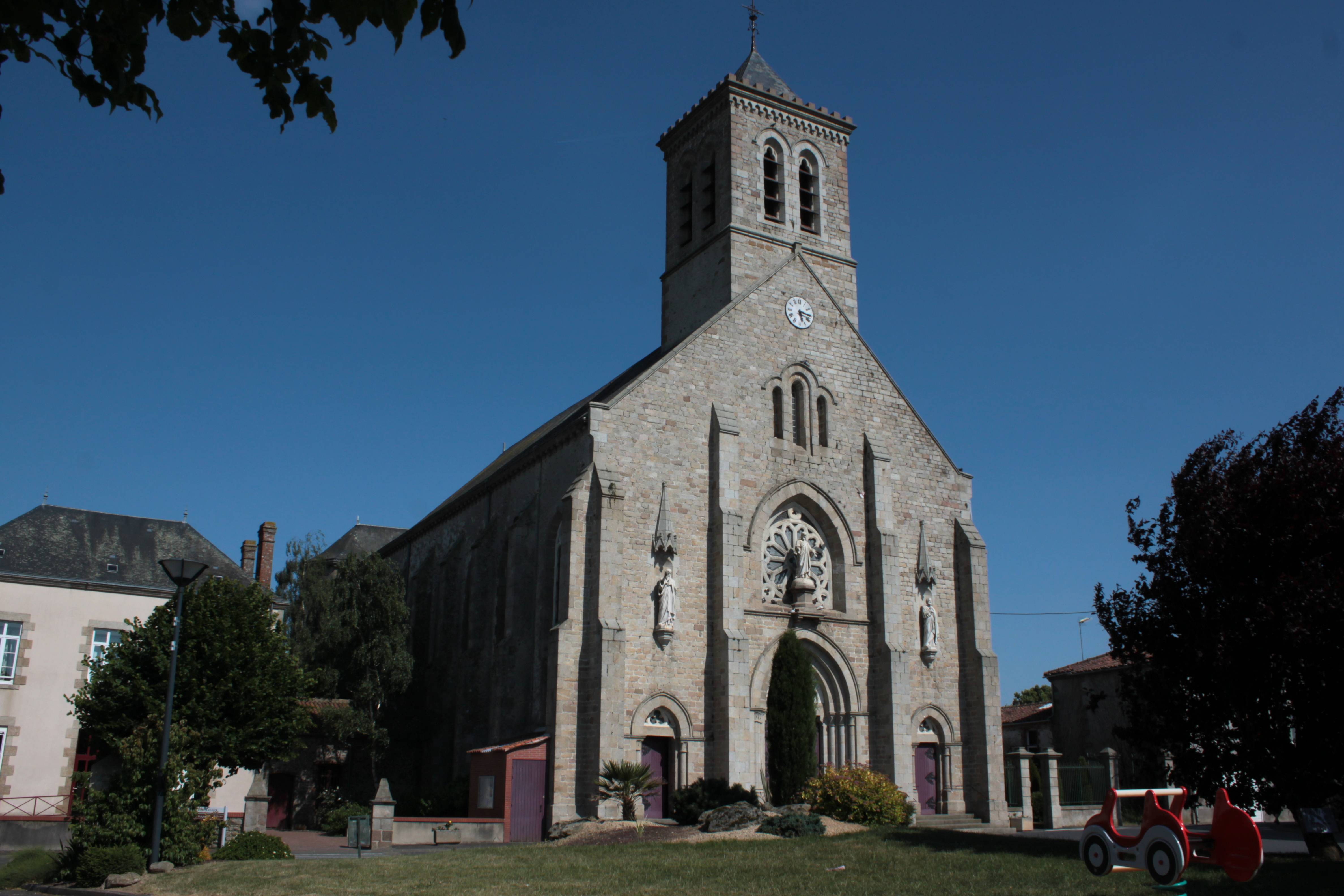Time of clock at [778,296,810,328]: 5:15
